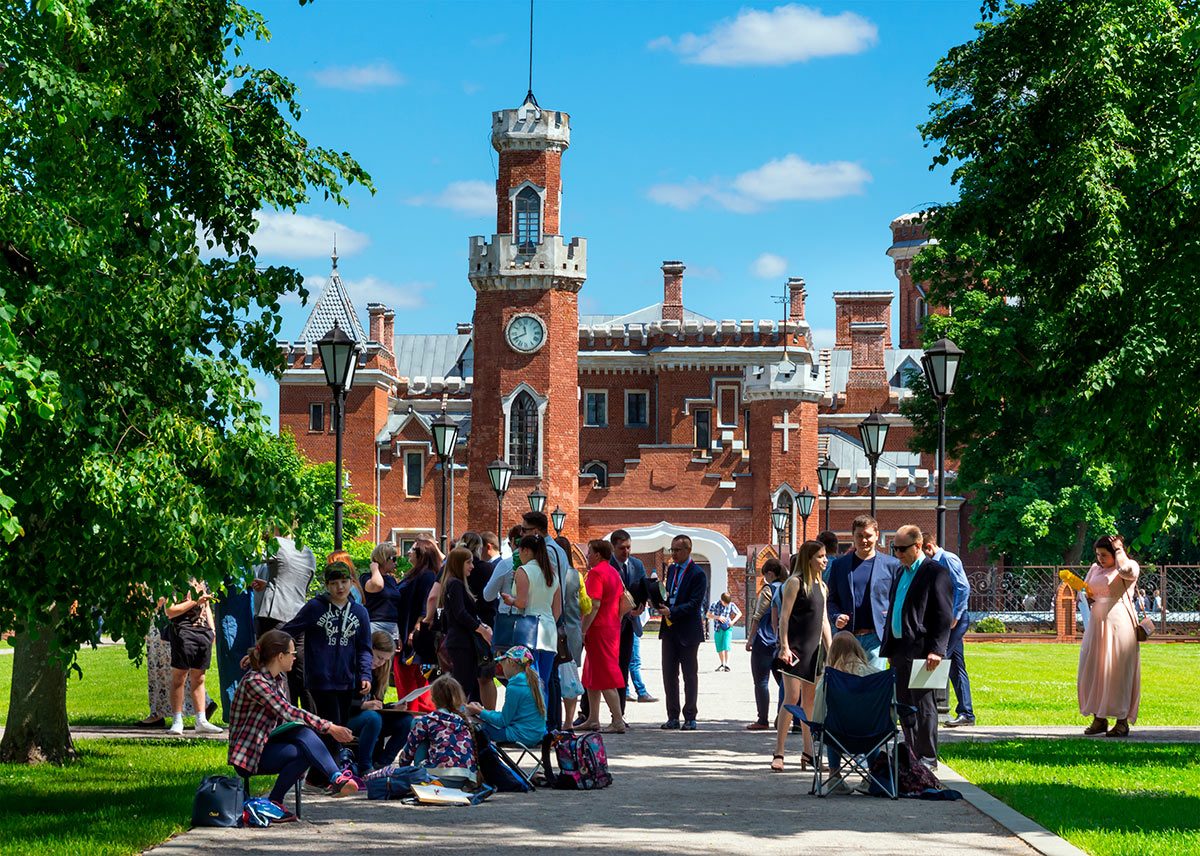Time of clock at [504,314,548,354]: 11:41
